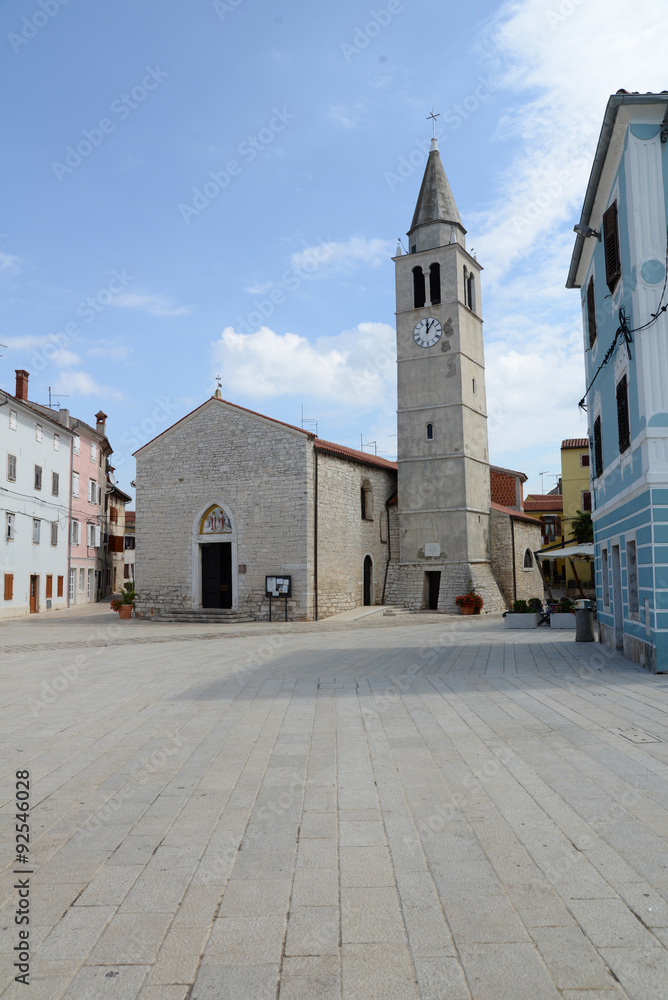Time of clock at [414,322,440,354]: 12:05
